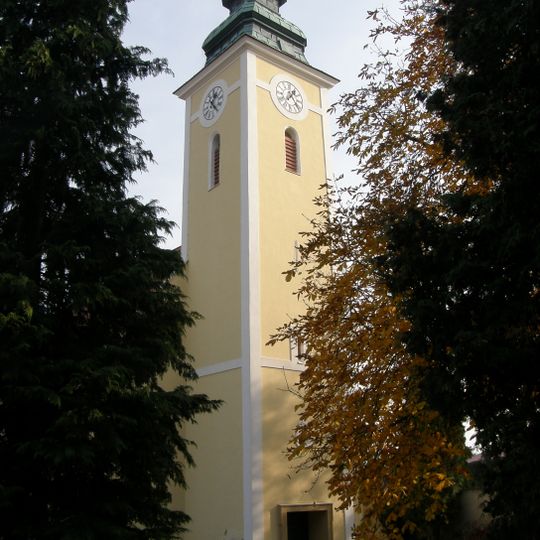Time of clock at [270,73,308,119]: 1:23
